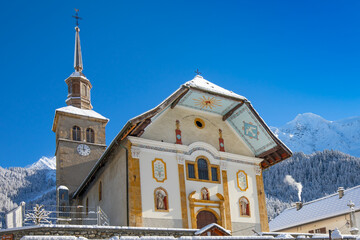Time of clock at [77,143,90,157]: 11:46
